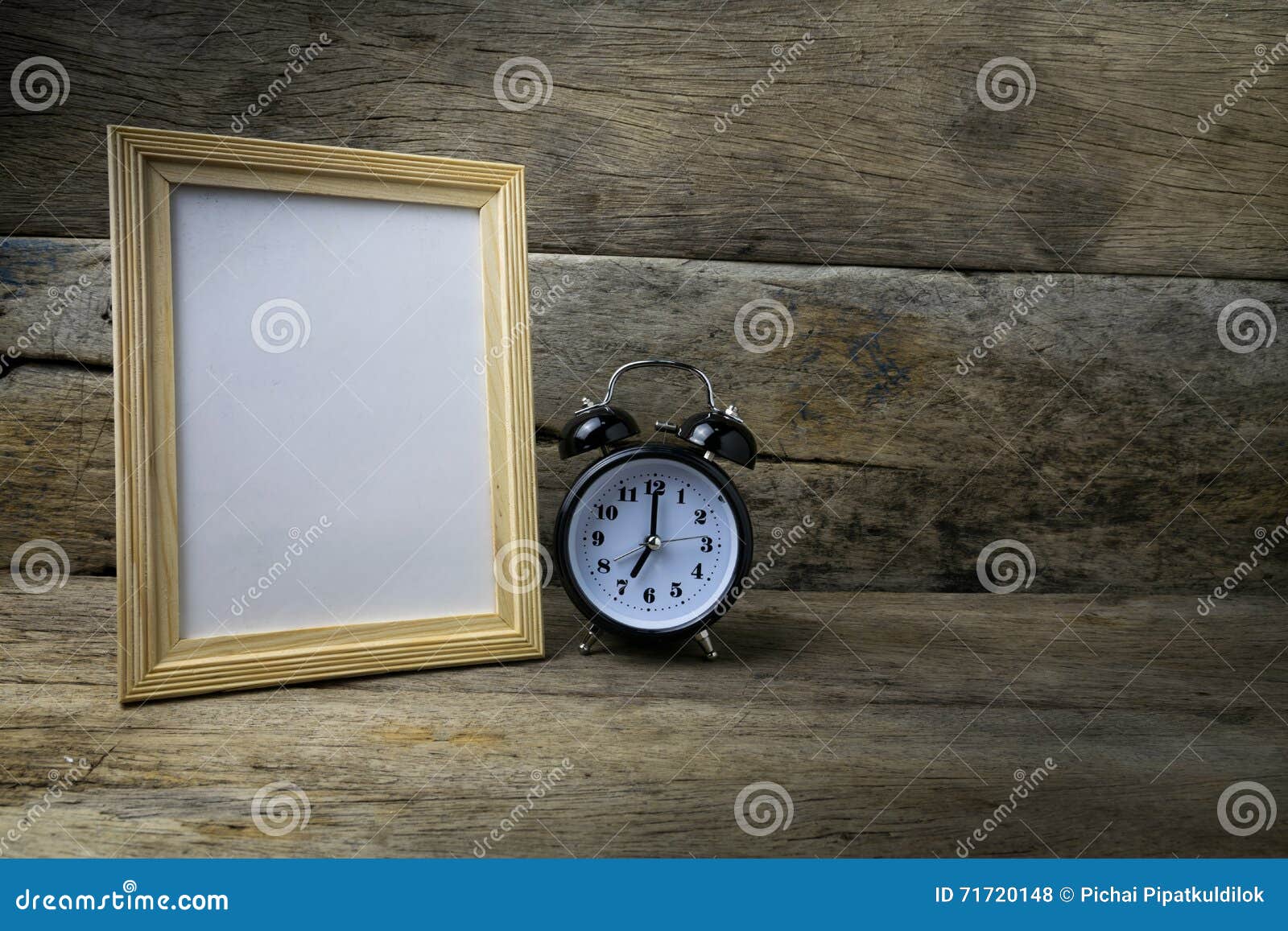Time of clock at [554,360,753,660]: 7:00
